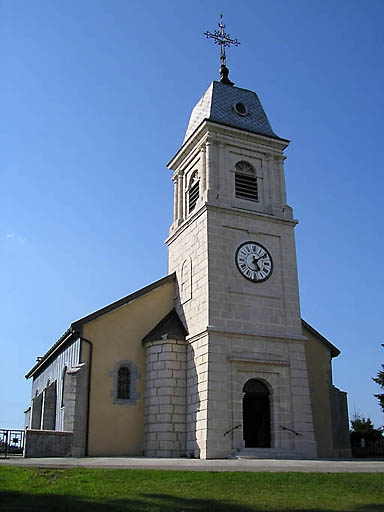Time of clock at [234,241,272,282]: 5:08
